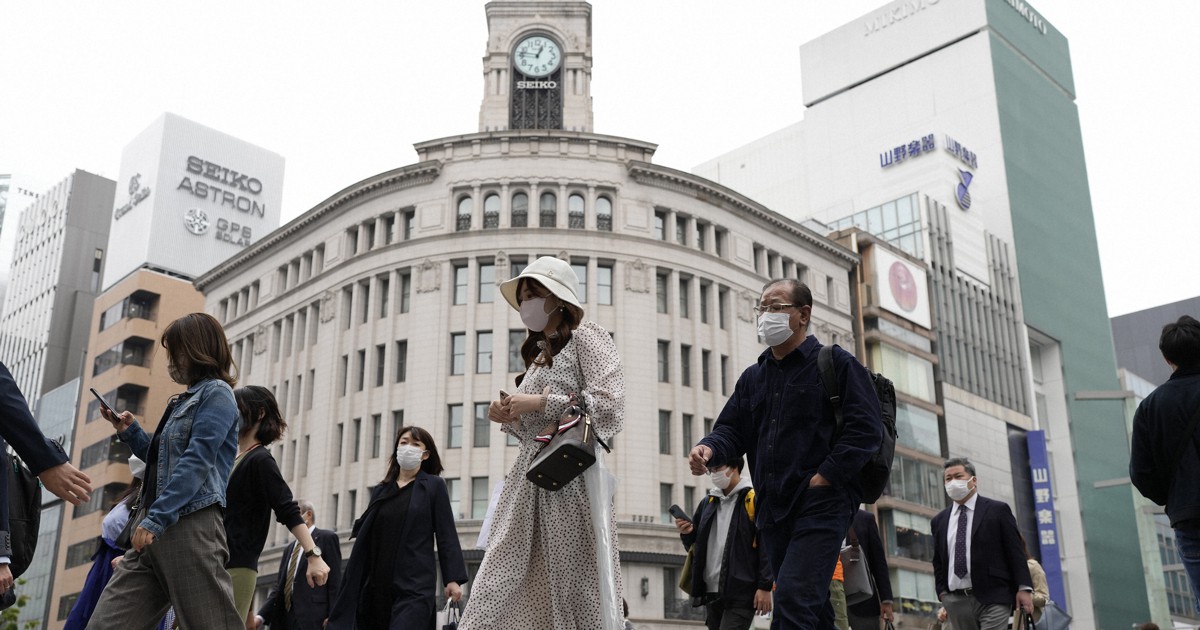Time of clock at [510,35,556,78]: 12:46
